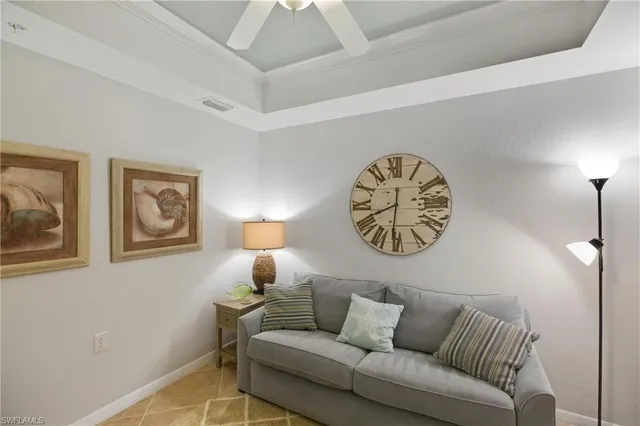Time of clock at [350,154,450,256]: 8:31
